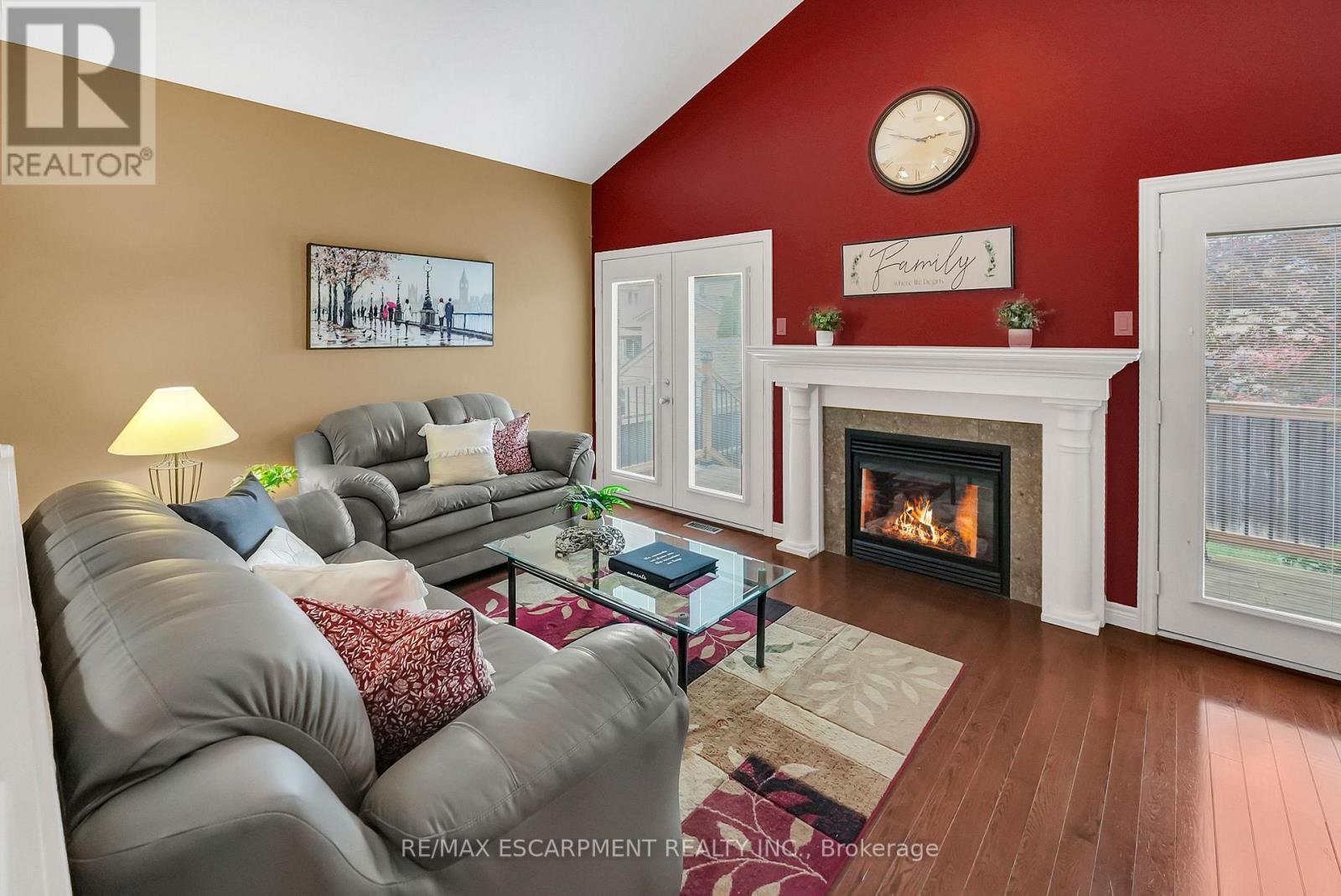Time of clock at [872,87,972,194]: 2:48
